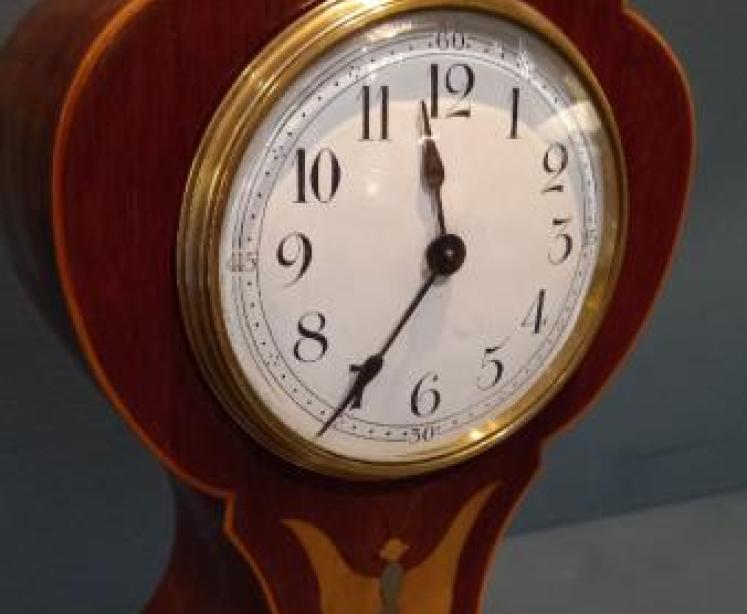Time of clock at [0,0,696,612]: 11:35
